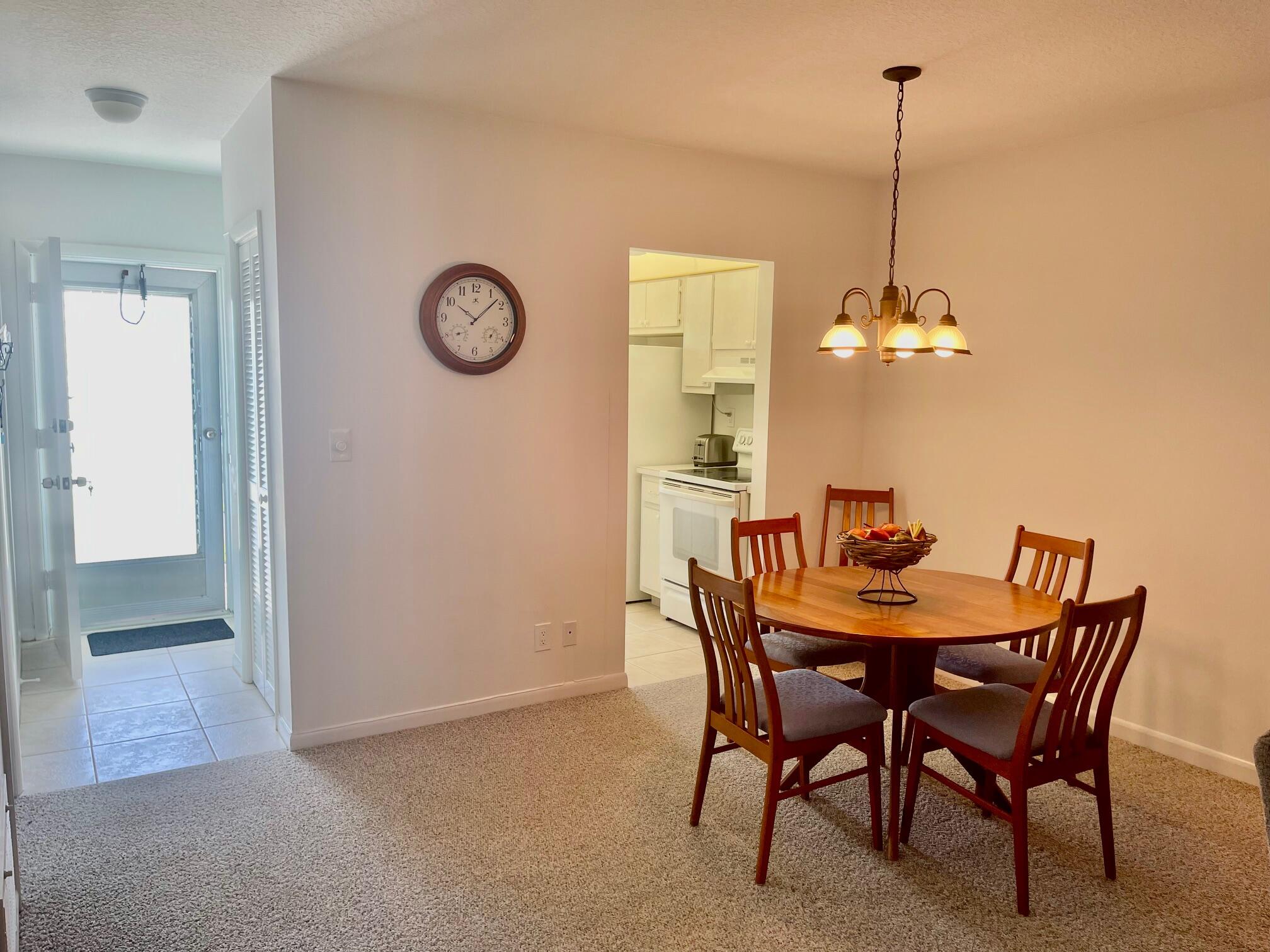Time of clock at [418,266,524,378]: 10:07
